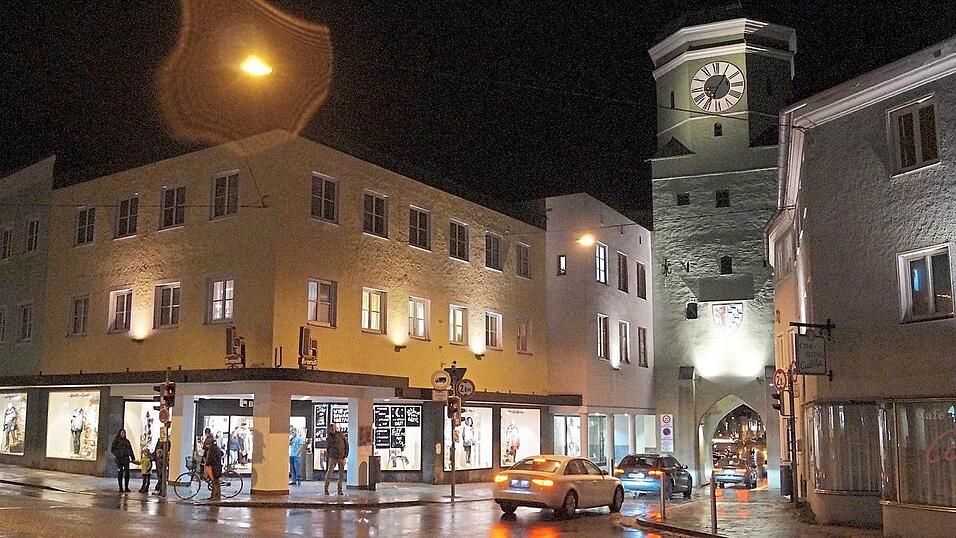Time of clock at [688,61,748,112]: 7:05
